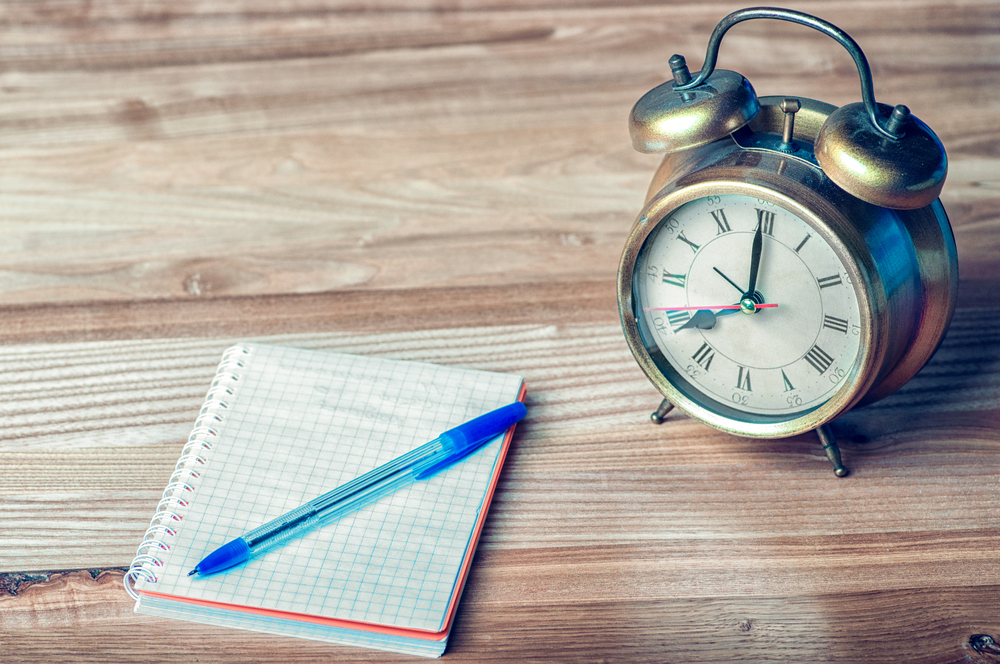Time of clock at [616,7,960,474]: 7:59
